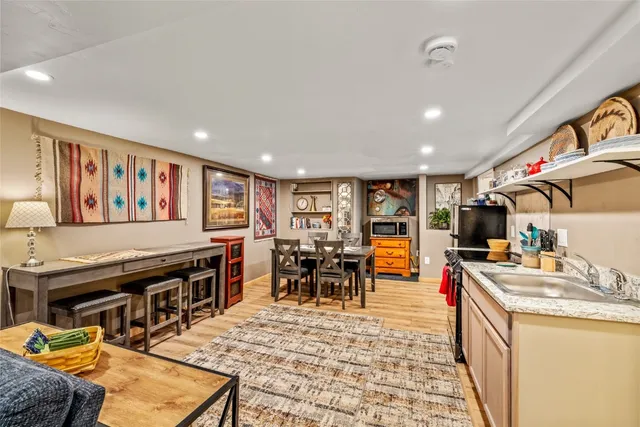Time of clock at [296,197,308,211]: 7:04
